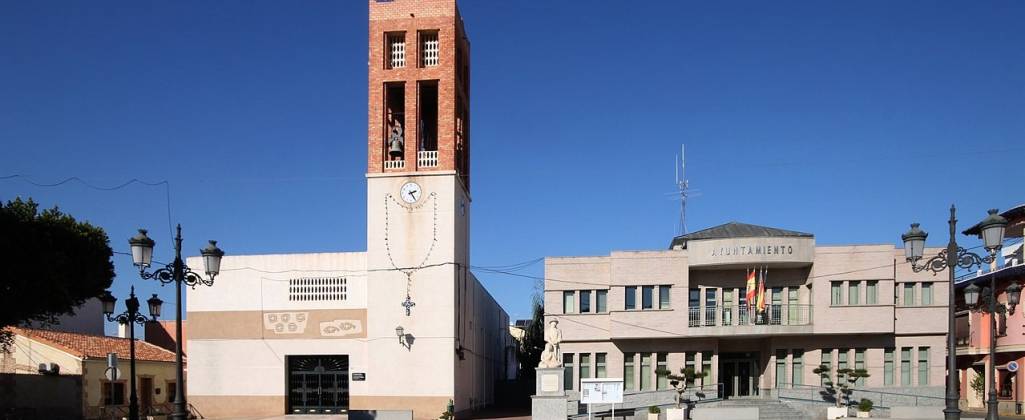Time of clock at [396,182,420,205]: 2:24
